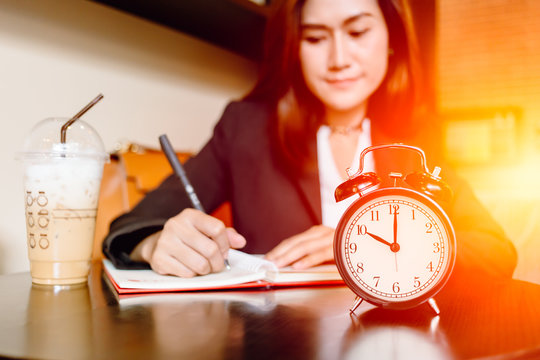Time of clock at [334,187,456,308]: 10:00
